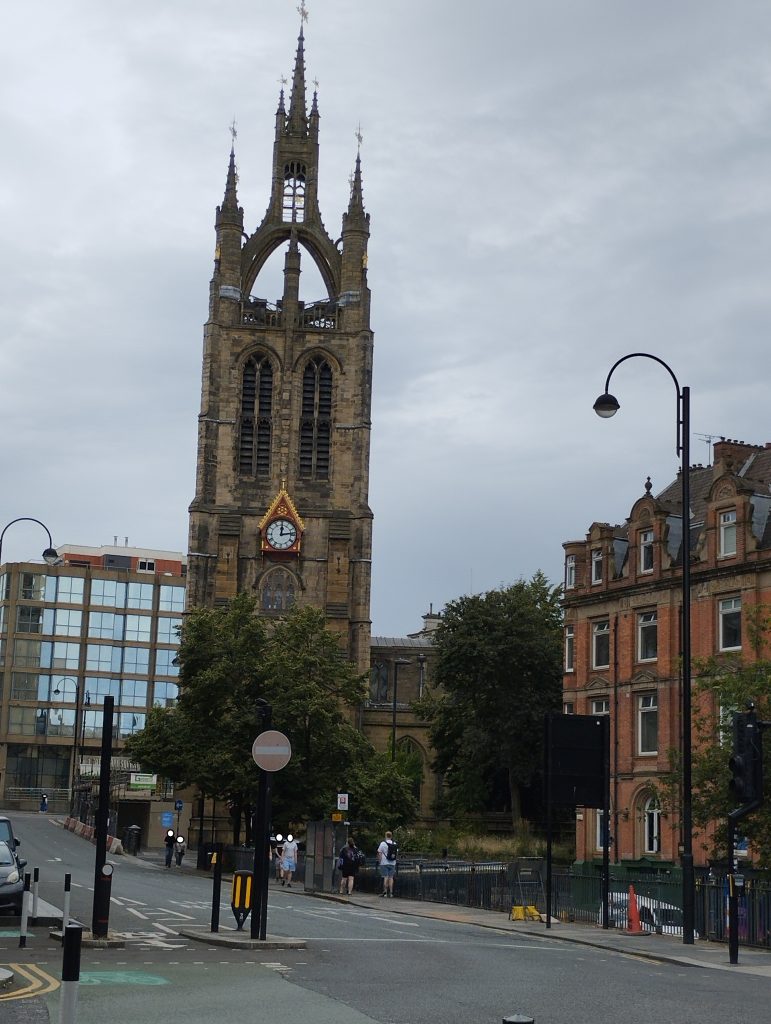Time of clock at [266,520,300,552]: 12:13
